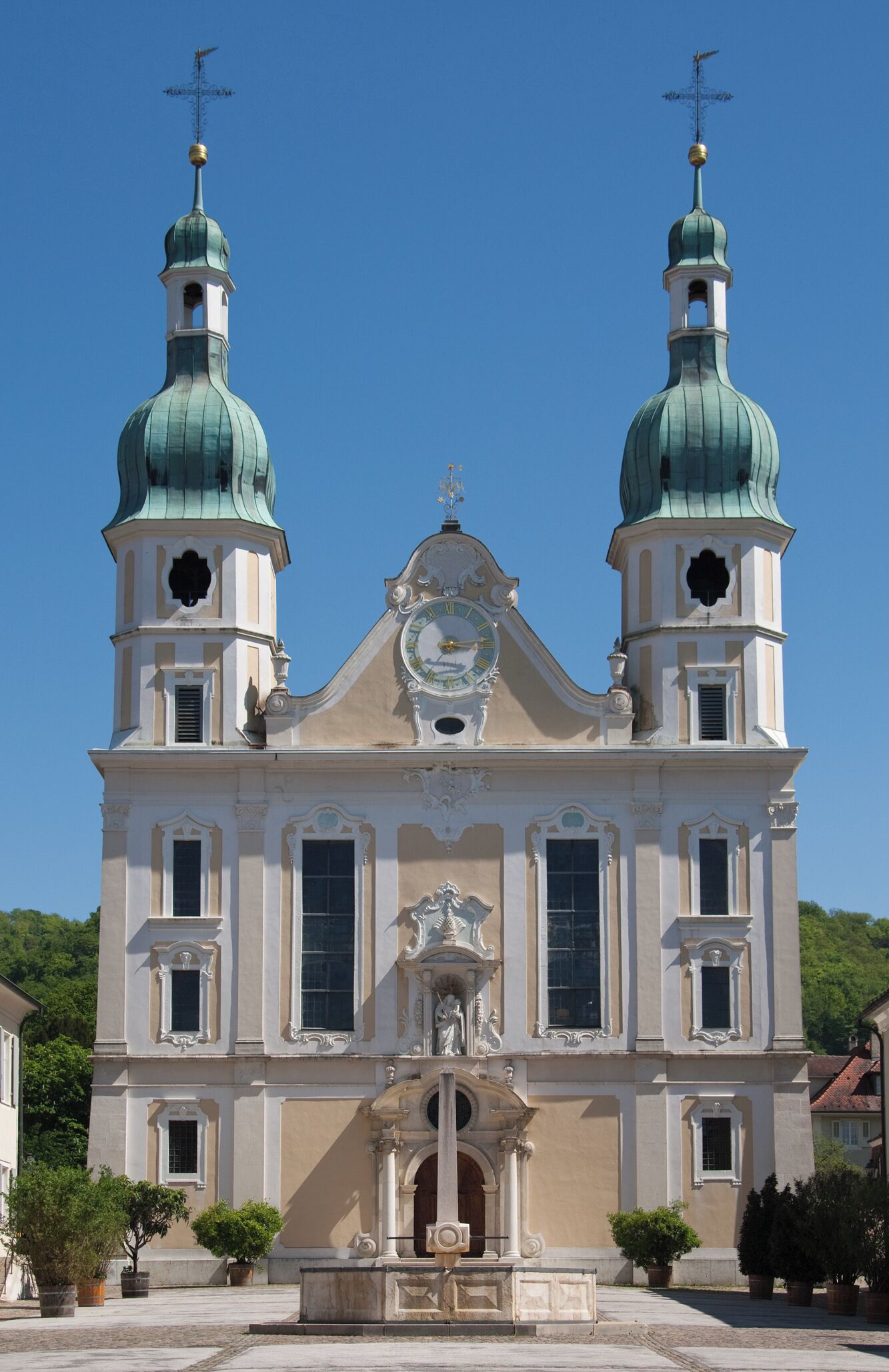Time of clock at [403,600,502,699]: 3:13
